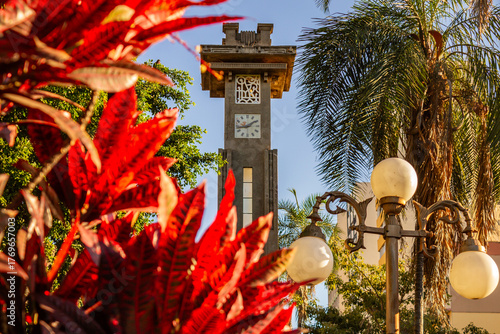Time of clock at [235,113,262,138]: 1:43
